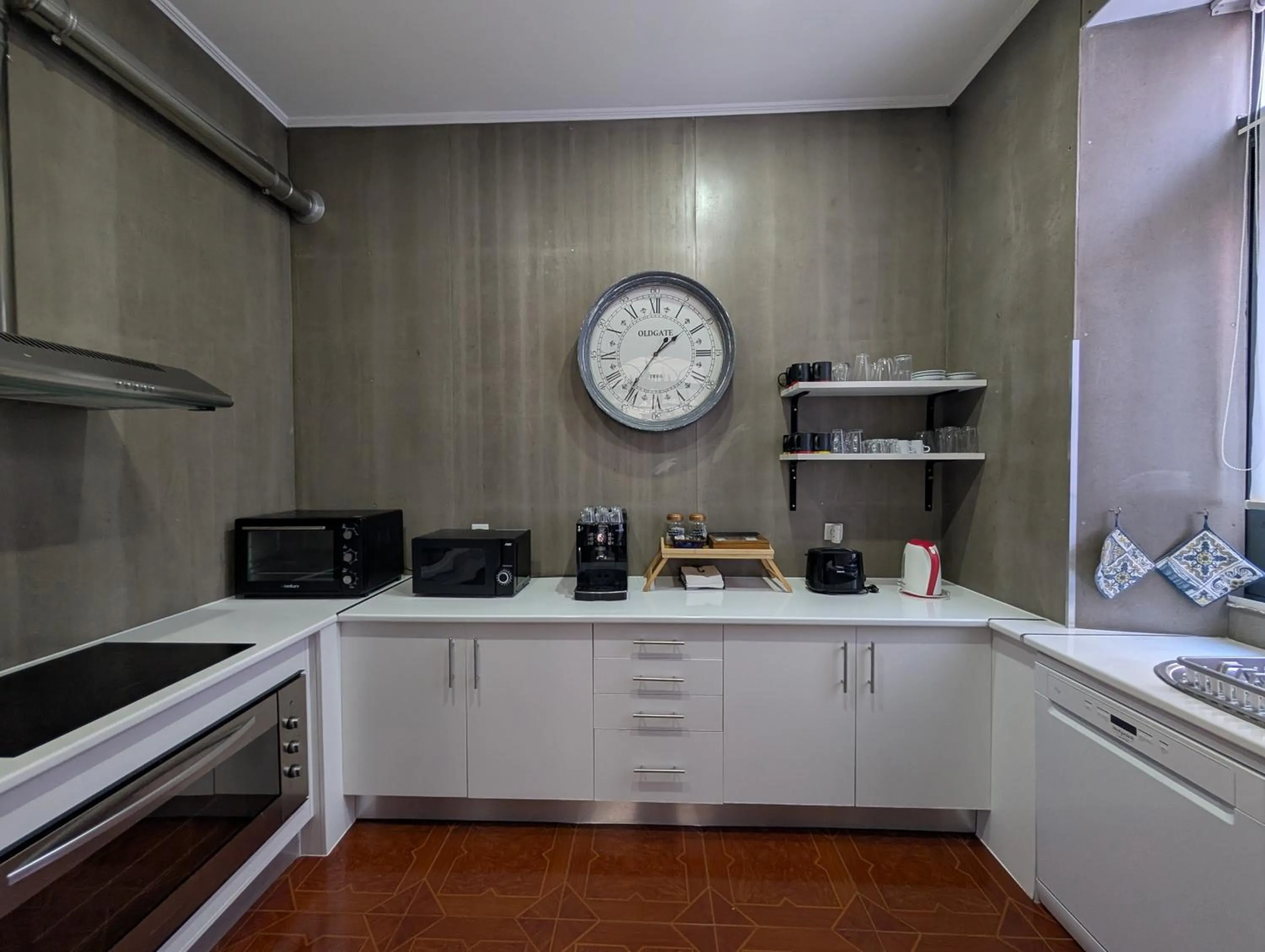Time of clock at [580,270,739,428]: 1:36
